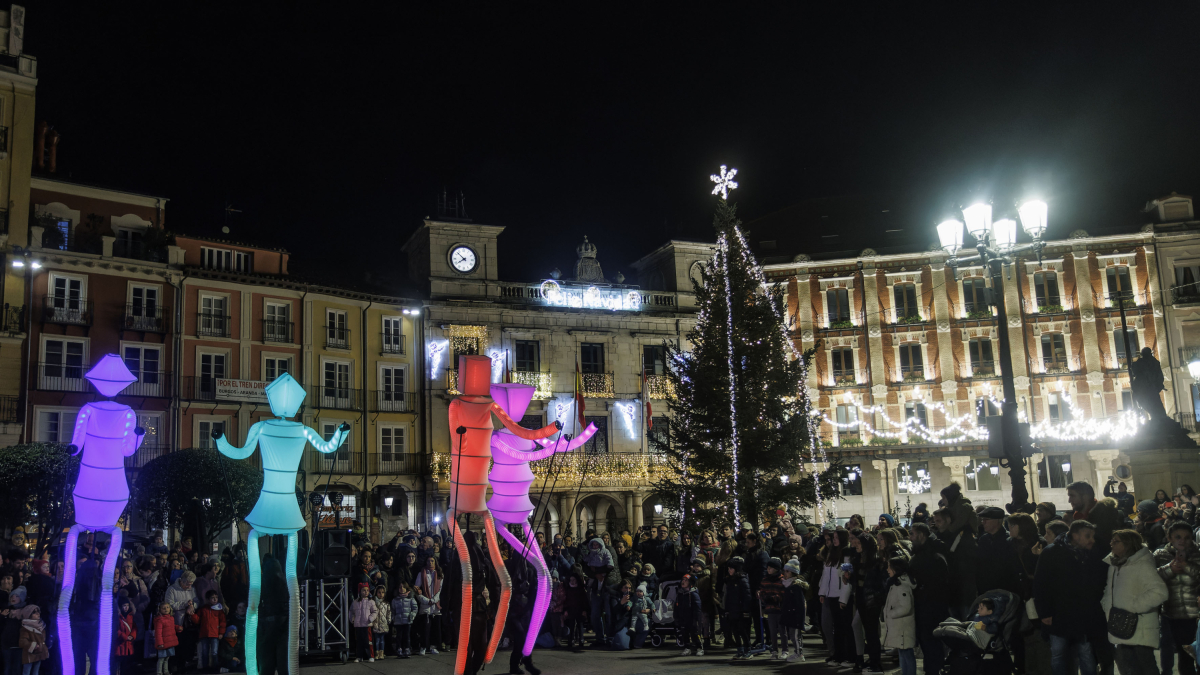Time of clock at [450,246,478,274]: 7:52
